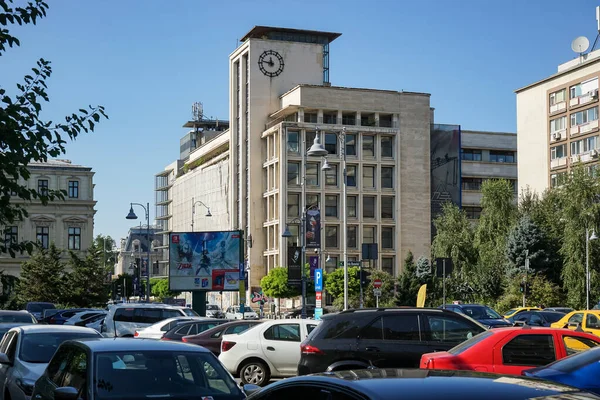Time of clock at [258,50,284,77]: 11:46
